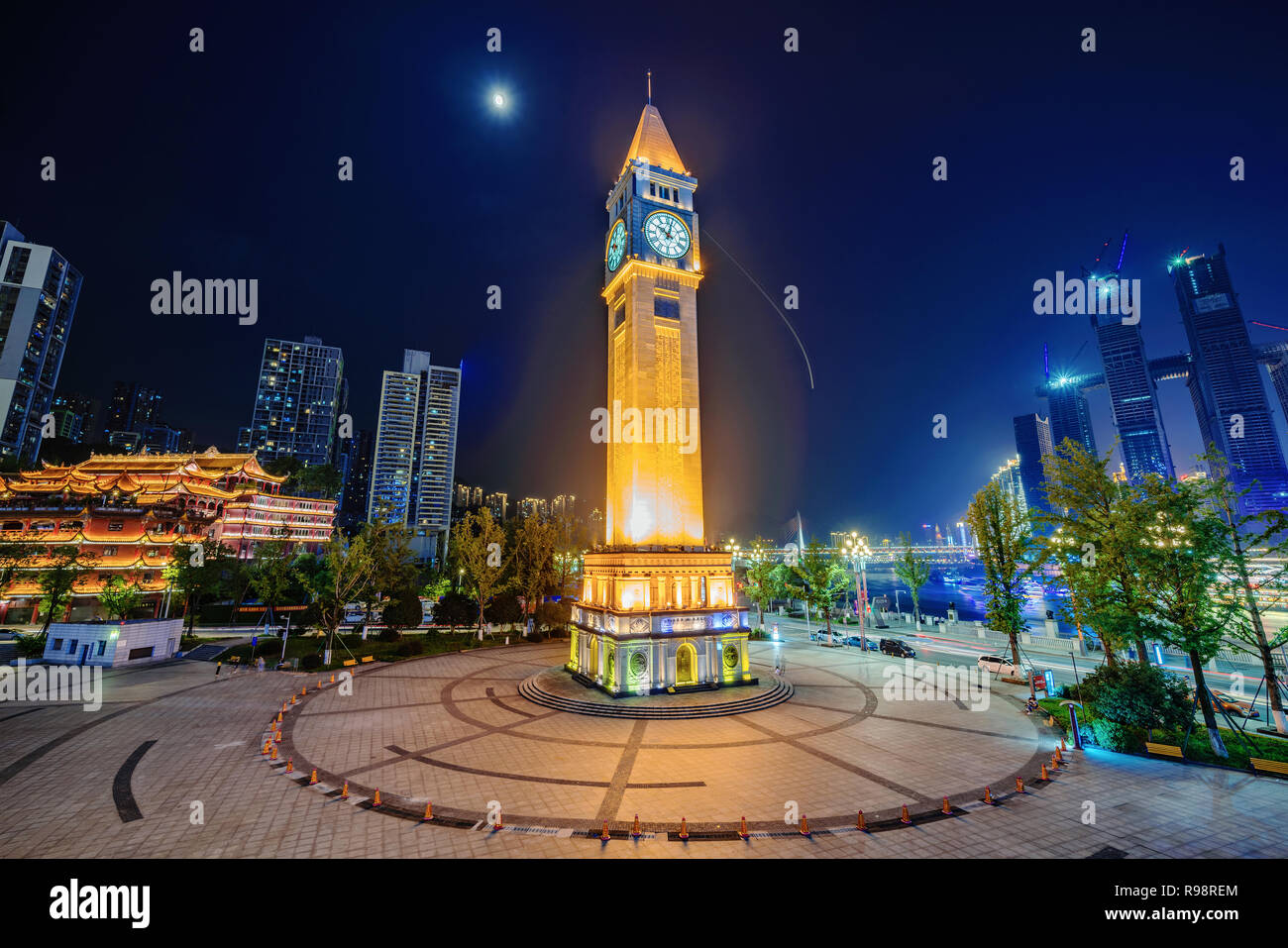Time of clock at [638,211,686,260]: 10:02
